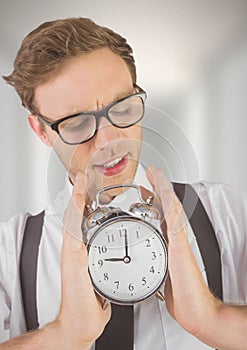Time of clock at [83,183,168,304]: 9:01
